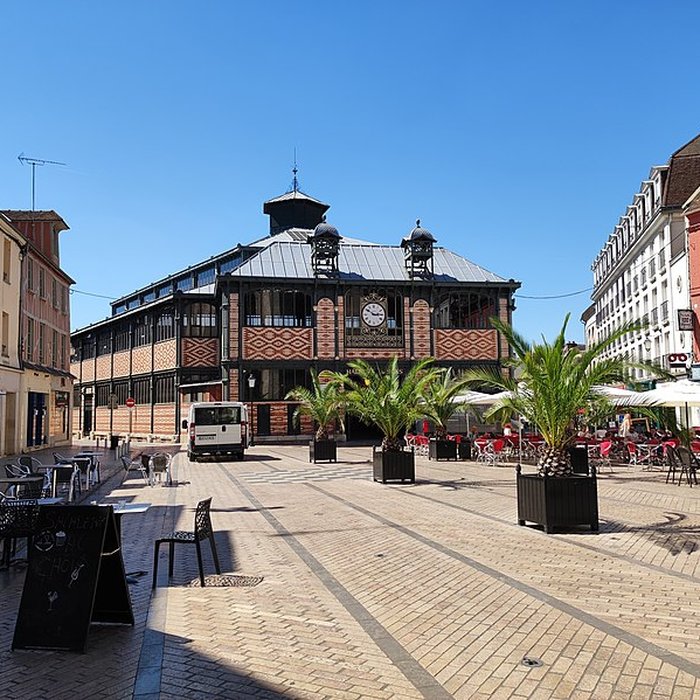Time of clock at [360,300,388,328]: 2:50
